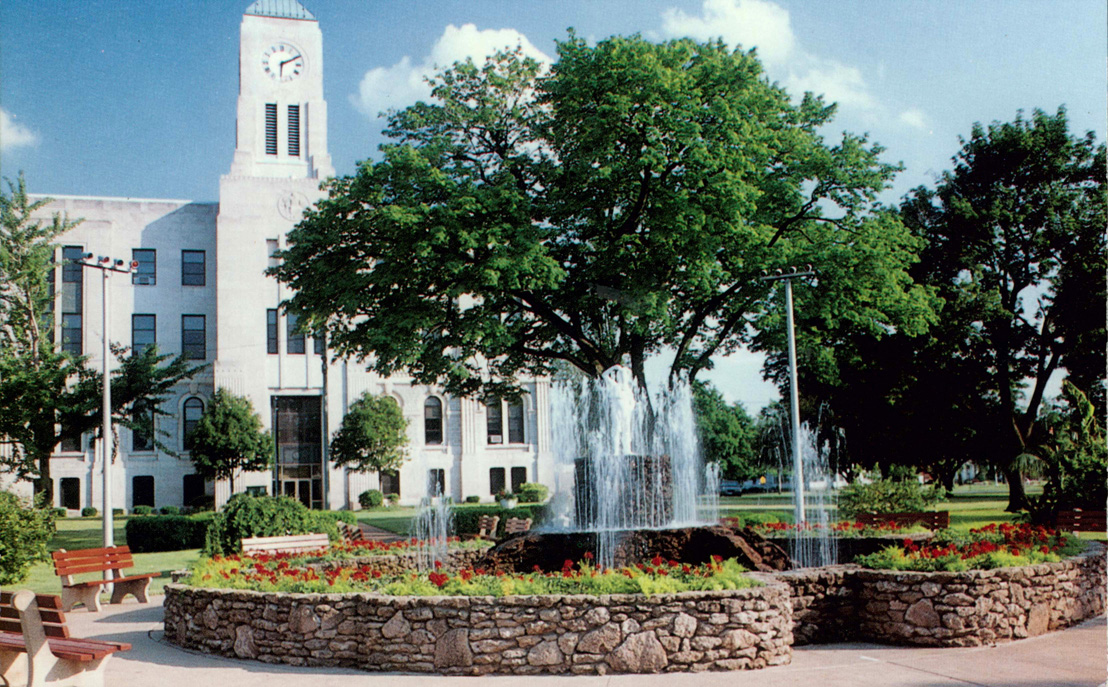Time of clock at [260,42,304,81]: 6:10
